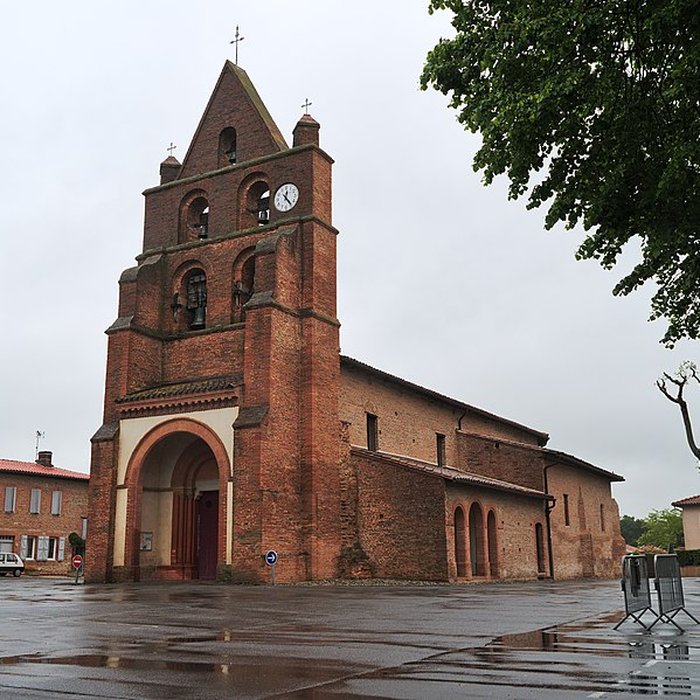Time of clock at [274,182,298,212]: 12:23
